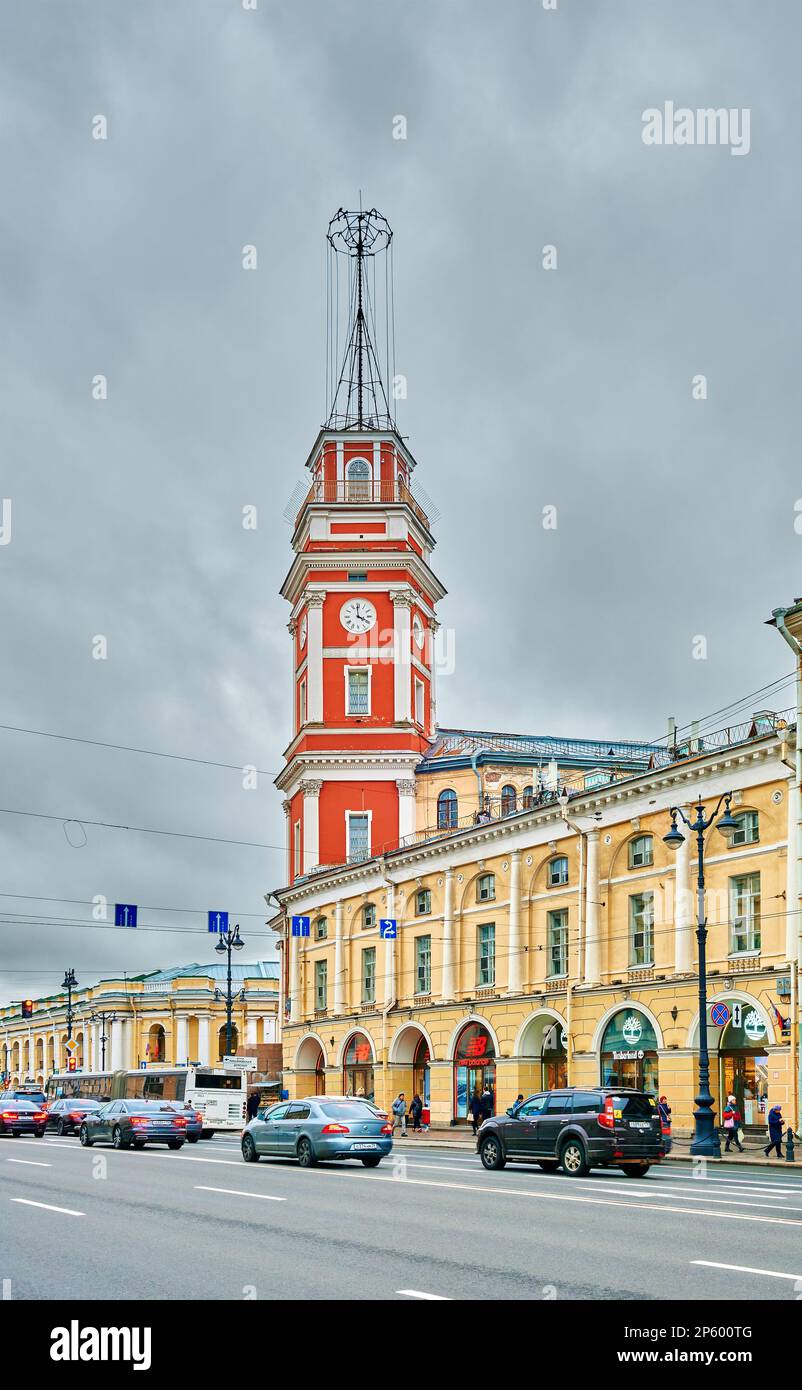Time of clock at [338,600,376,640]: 3:59
